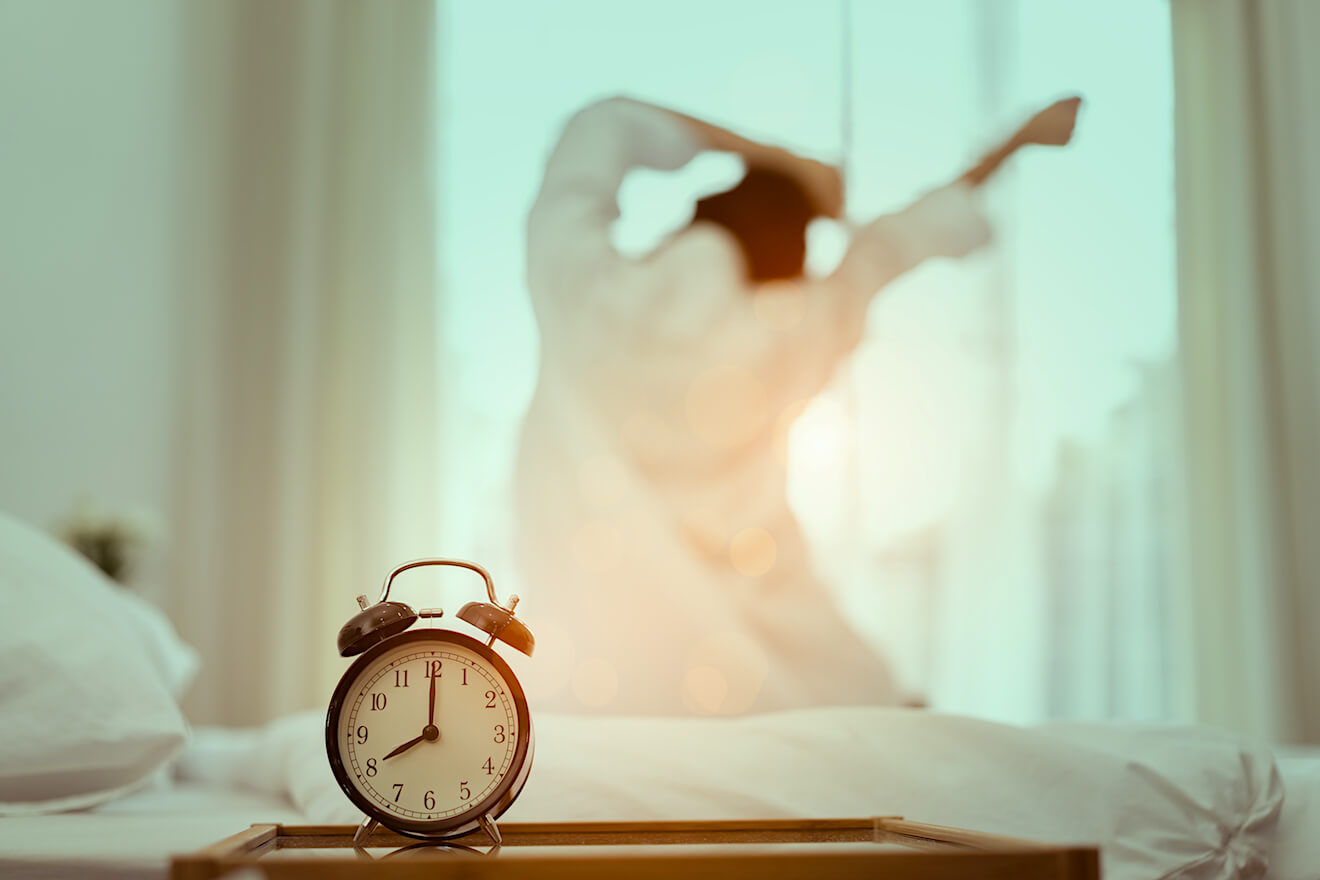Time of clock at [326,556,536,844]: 8:00
